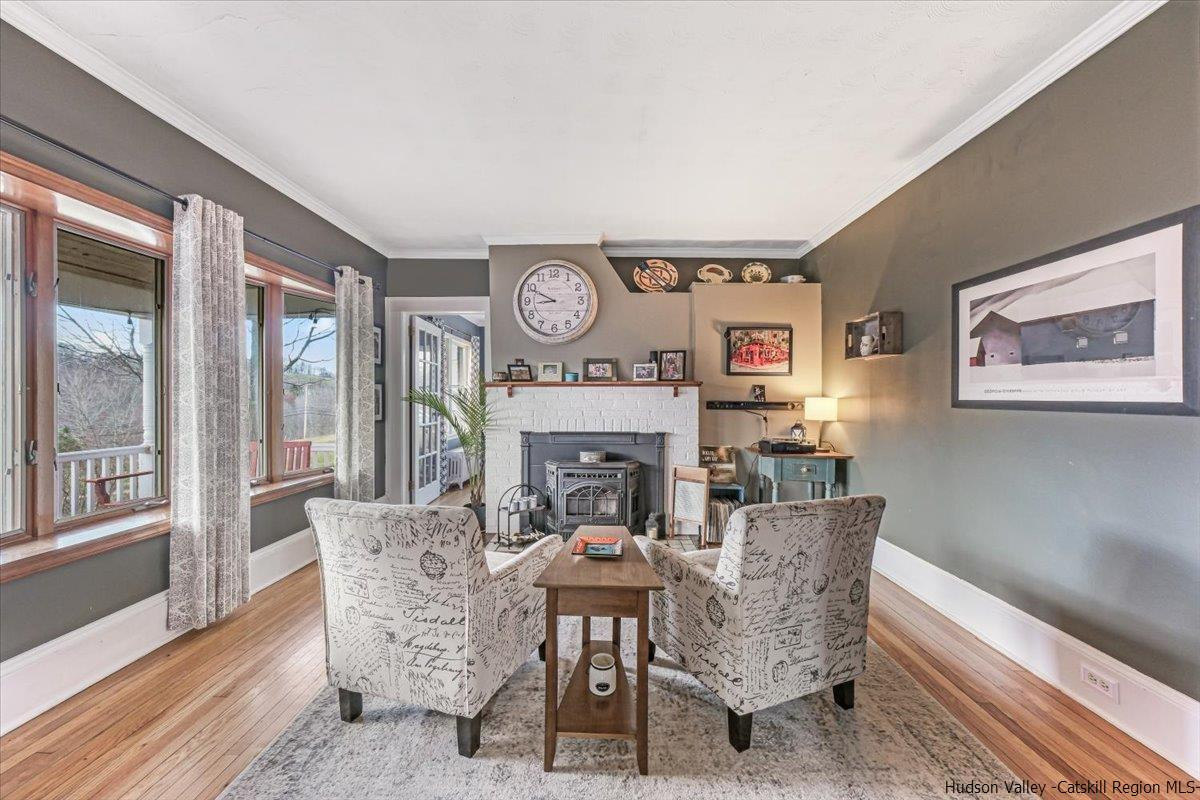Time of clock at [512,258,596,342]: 8:49
